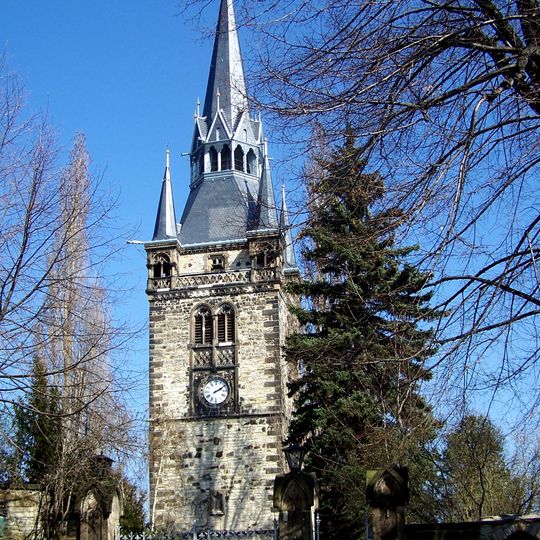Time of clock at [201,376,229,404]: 2:09
